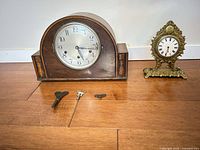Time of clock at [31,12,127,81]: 5:16
